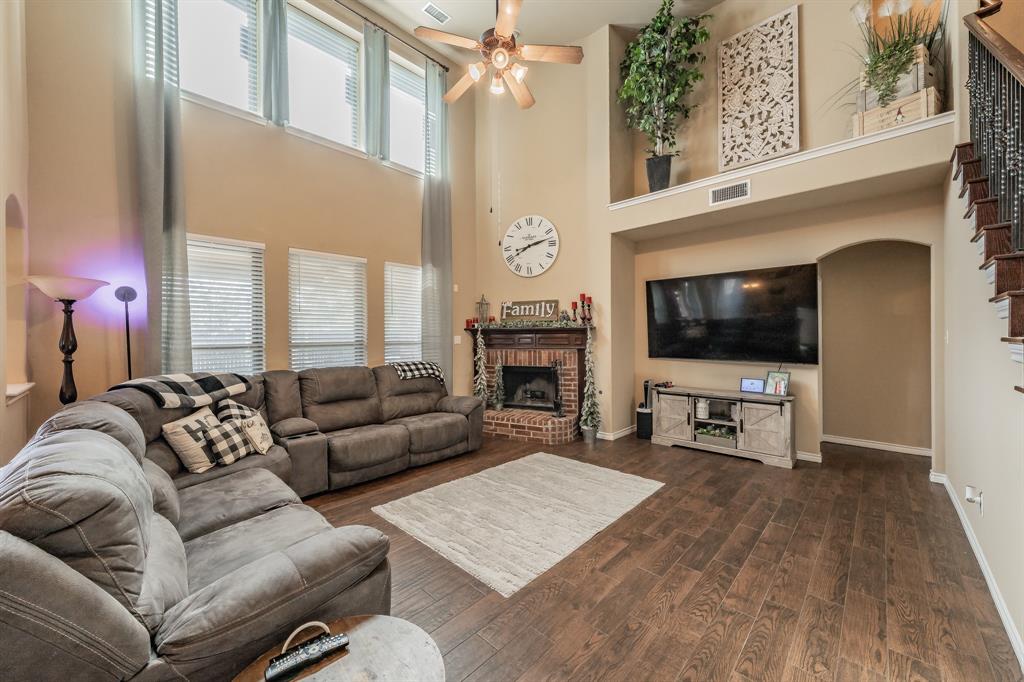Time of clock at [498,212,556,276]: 8:12
